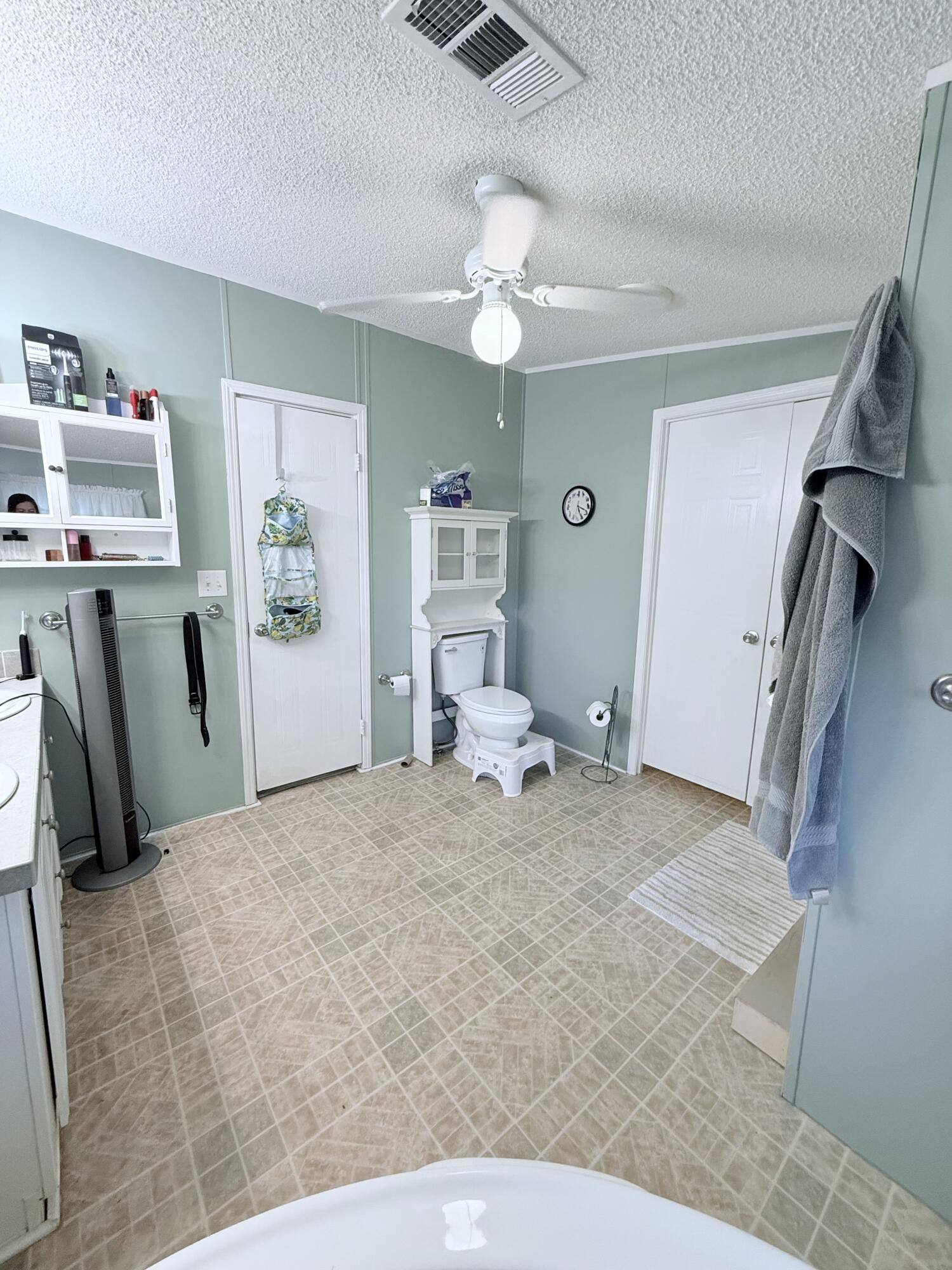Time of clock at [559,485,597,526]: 5:18
